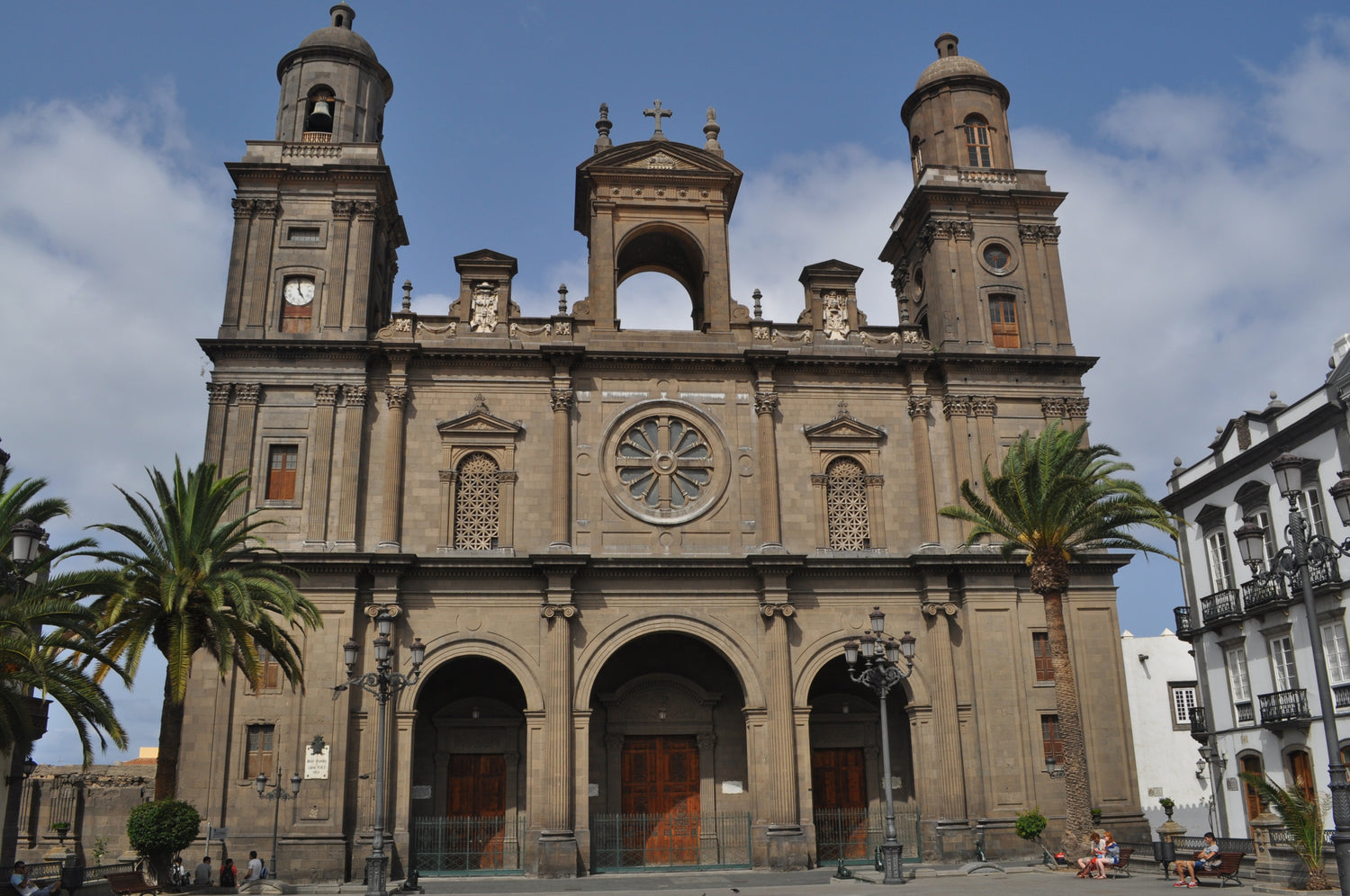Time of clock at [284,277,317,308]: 4:59
